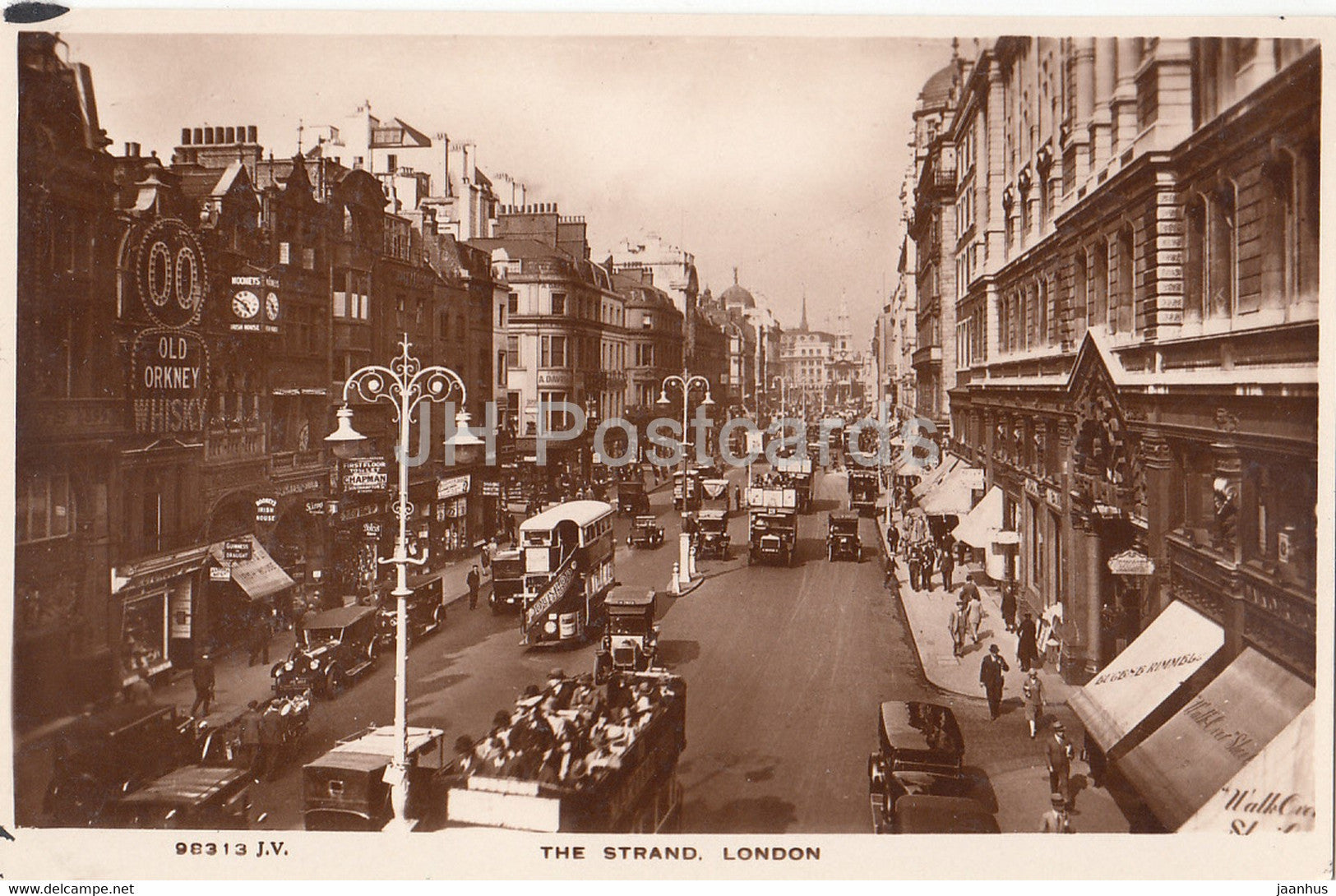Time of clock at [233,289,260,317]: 4:50
